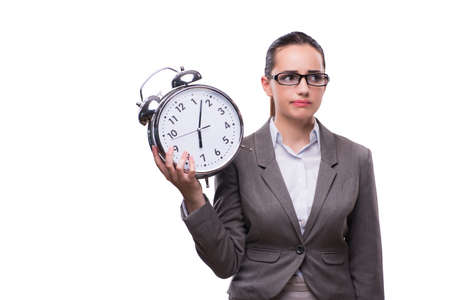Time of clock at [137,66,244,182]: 6:02
